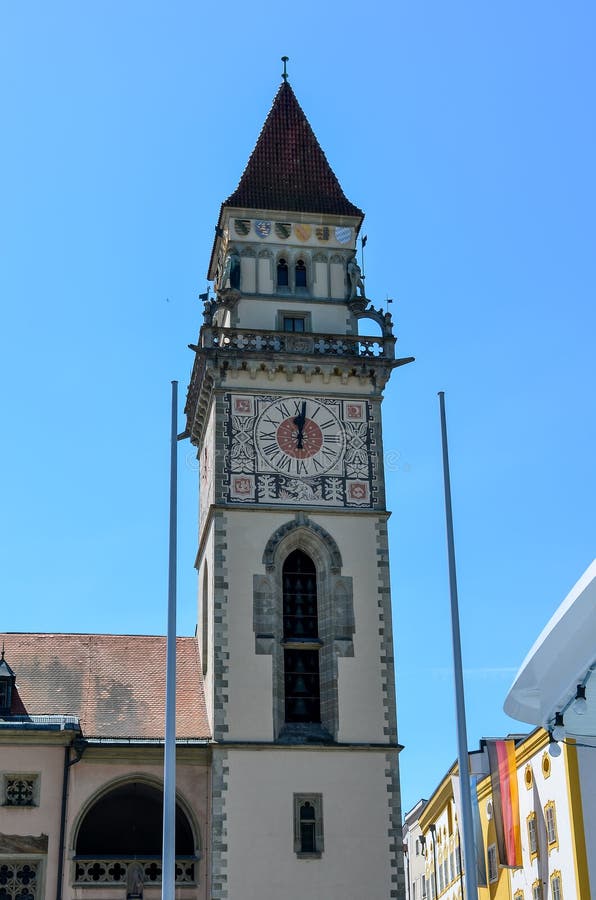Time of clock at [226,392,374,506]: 12:01
